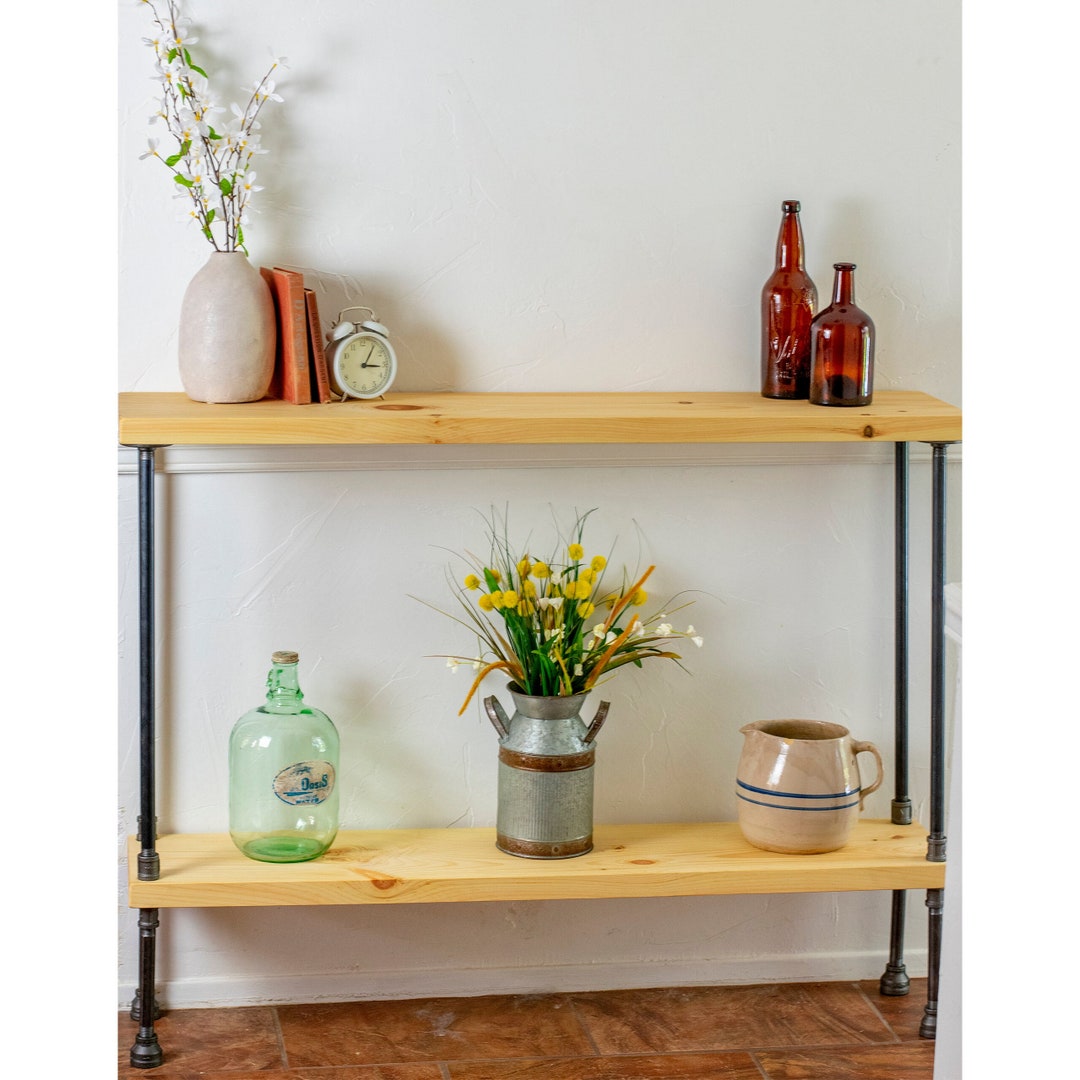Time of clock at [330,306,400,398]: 3:05
